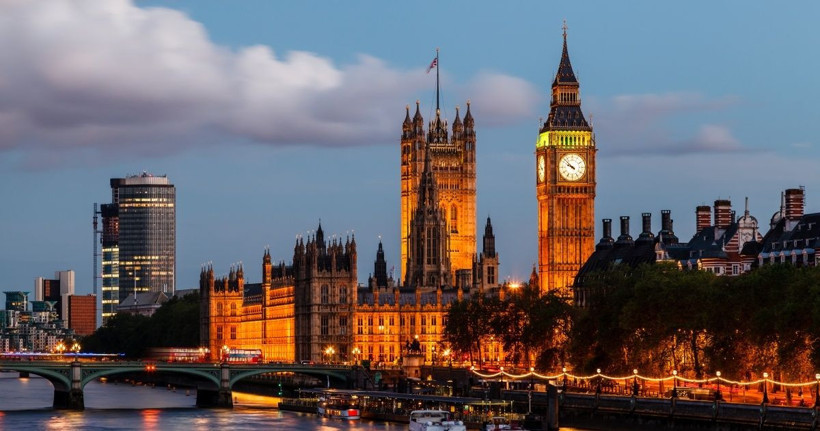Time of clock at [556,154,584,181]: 9:52
